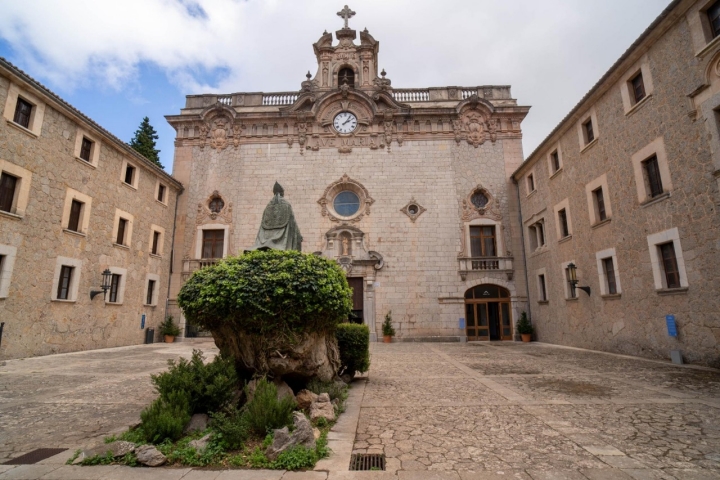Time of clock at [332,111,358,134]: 2:06
